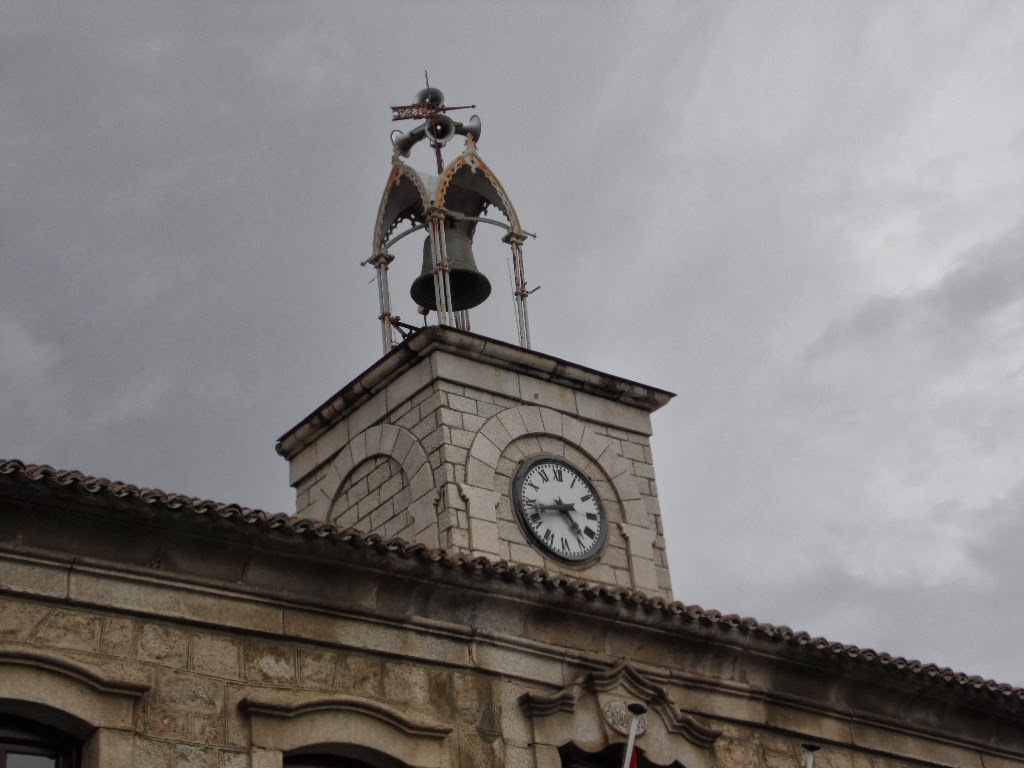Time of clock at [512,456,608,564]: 4:42
